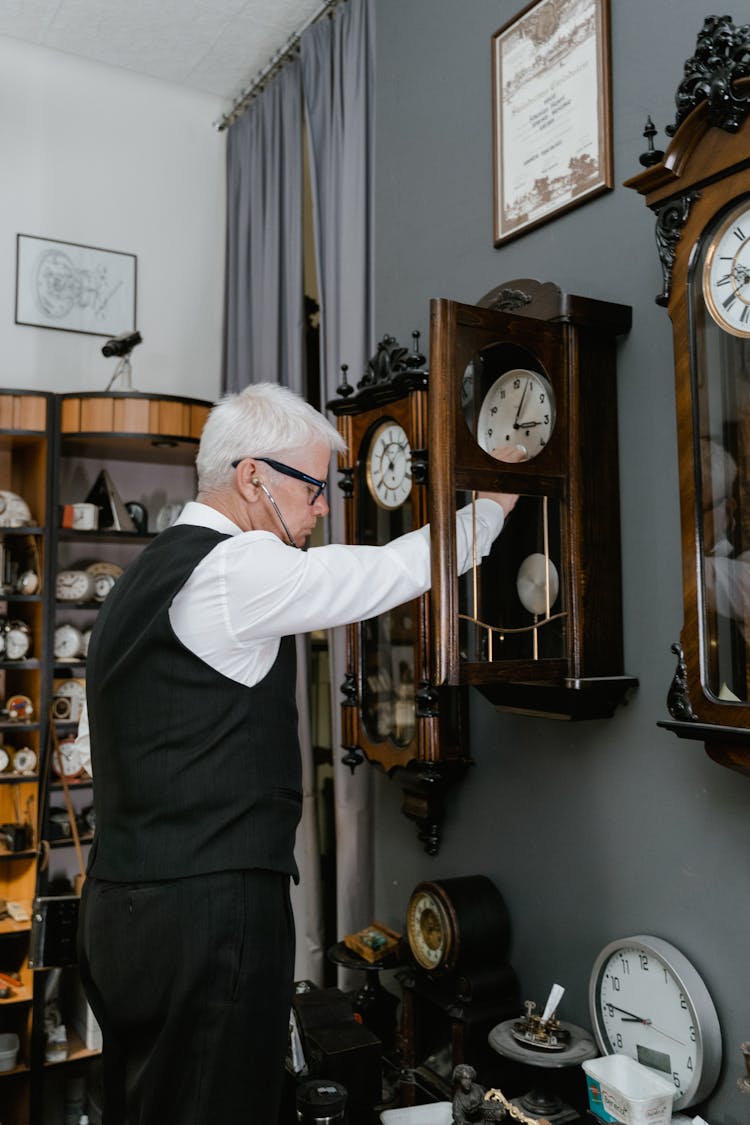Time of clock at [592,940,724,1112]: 8:46
